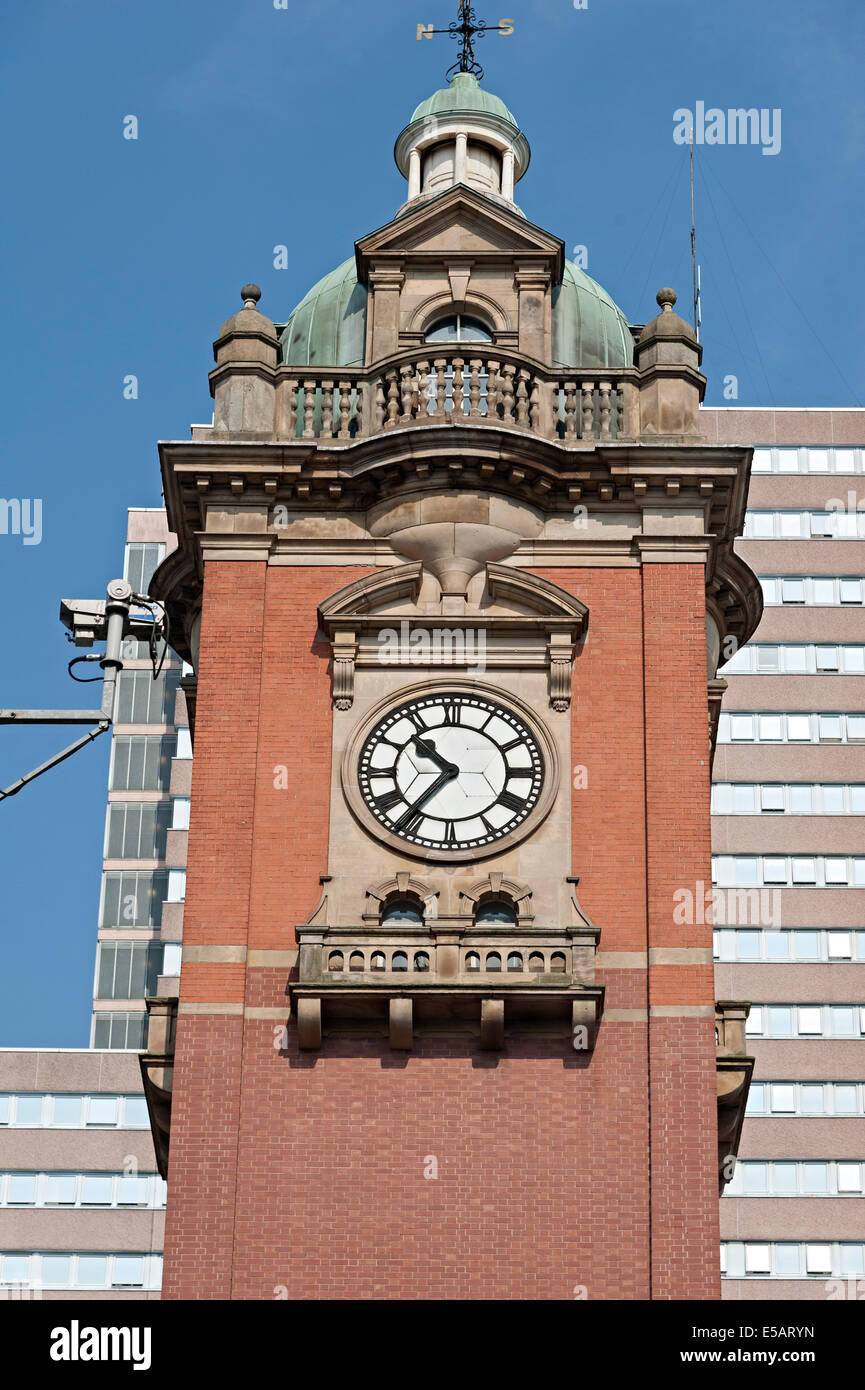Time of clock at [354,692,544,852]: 10:36
